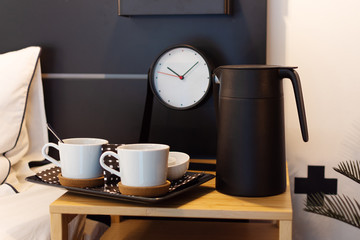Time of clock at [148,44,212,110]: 10:07
